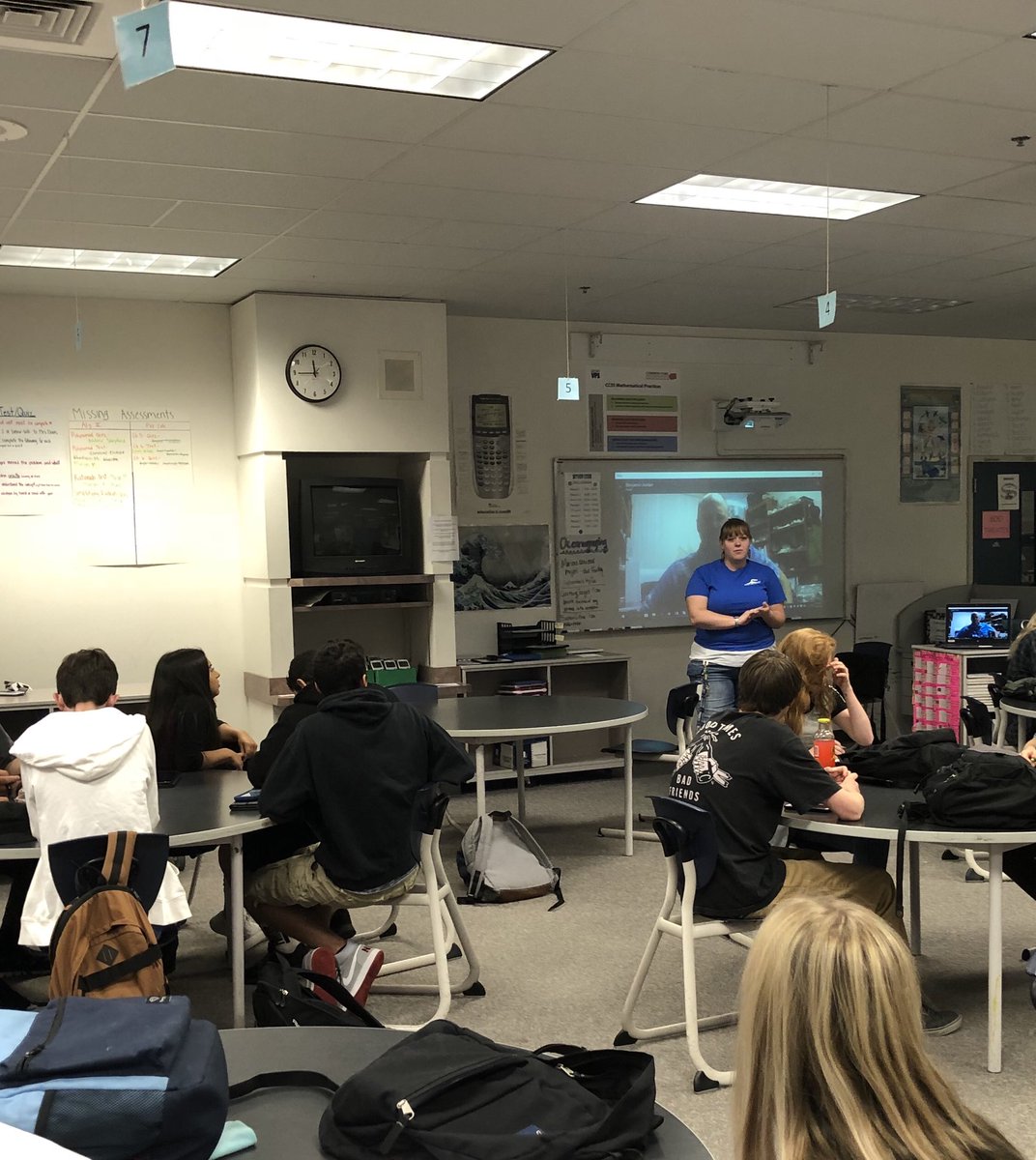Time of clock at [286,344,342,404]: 11:44
